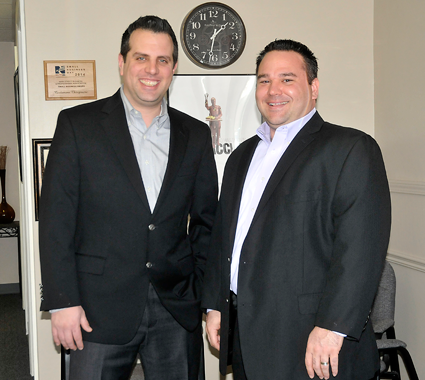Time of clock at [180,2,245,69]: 1:32
